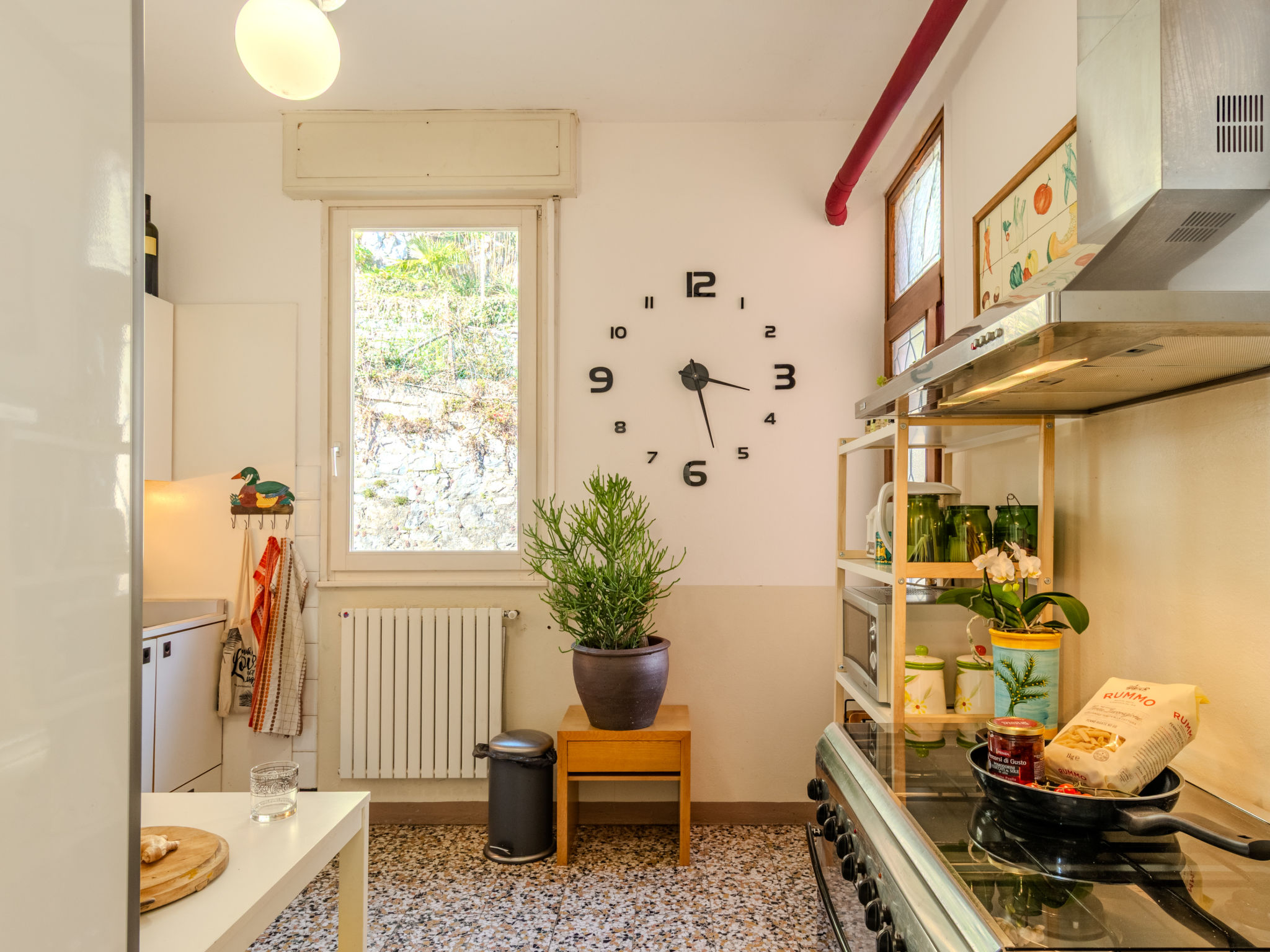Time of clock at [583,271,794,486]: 3:27
